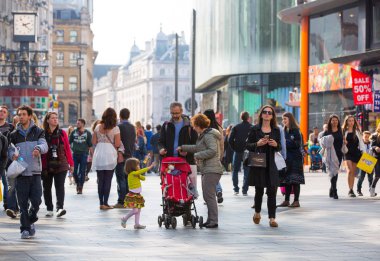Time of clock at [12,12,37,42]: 2:21
